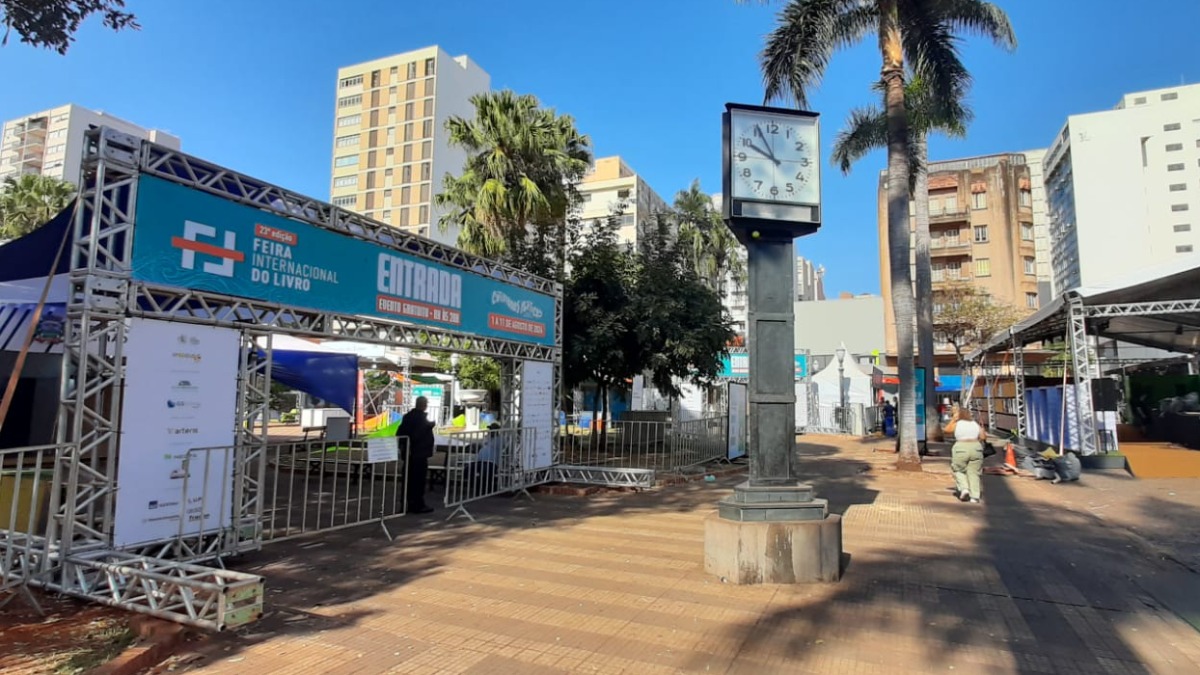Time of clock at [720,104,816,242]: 9:55
